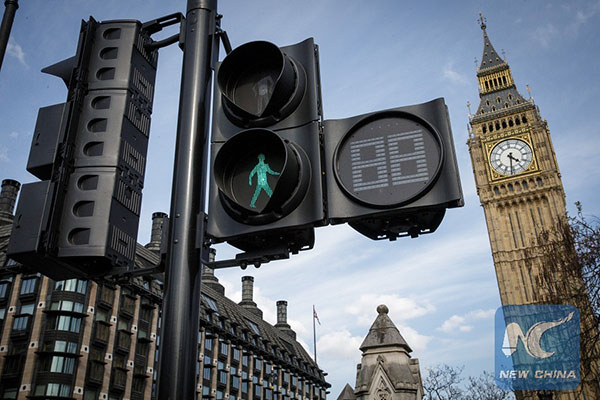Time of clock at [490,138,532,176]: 4:31
